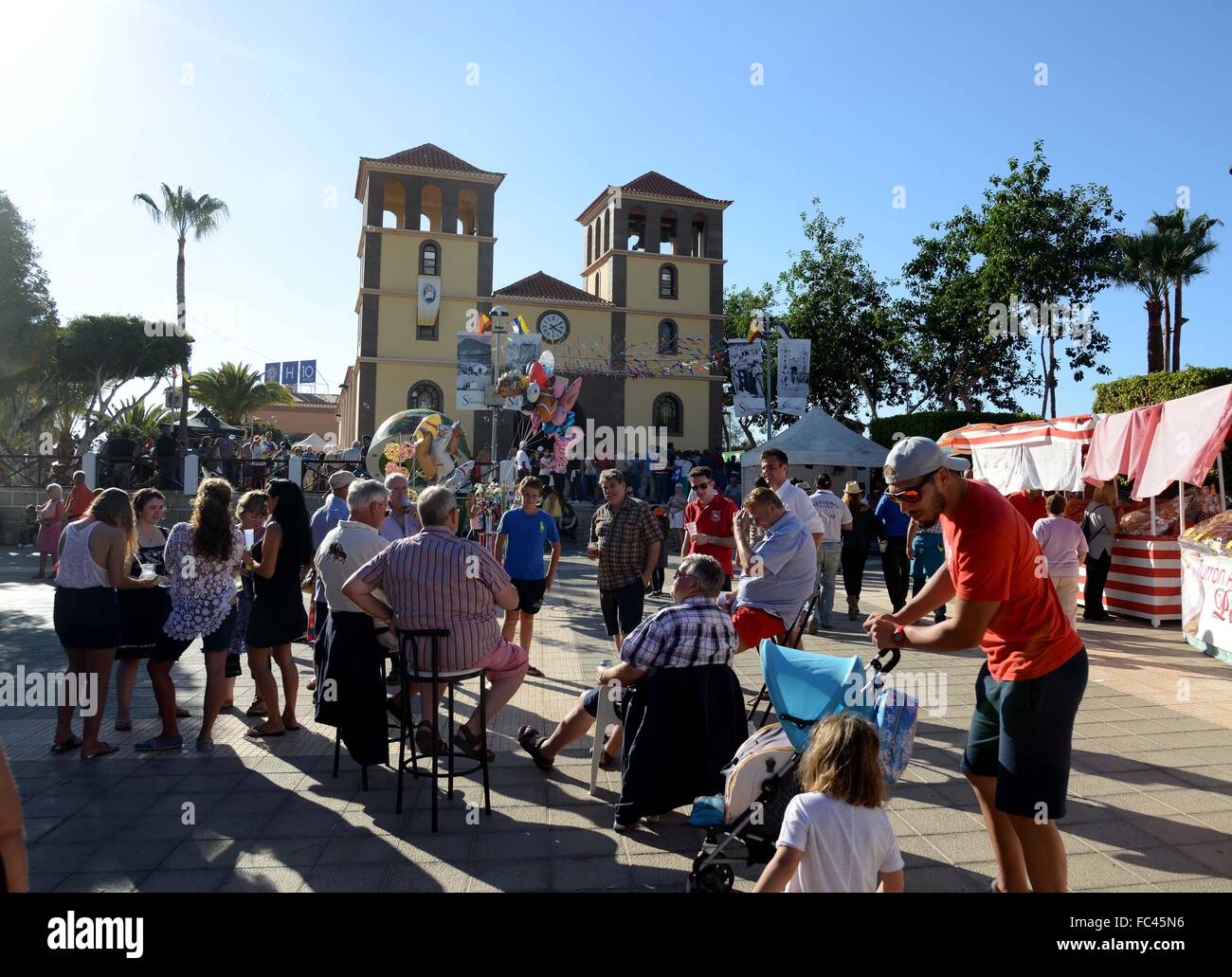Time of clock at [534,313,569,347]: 4:09
